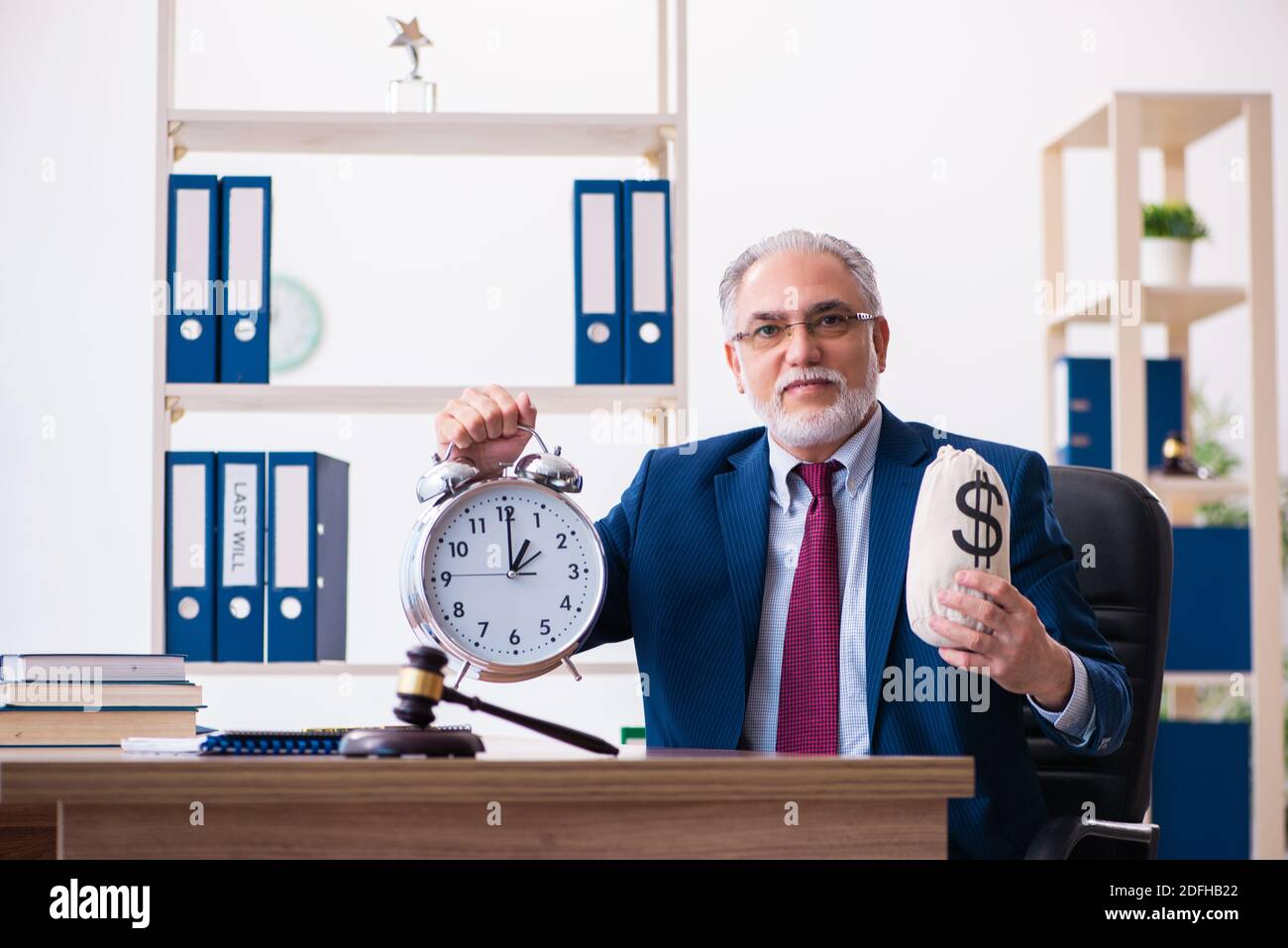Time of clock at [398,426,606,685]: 1:00
